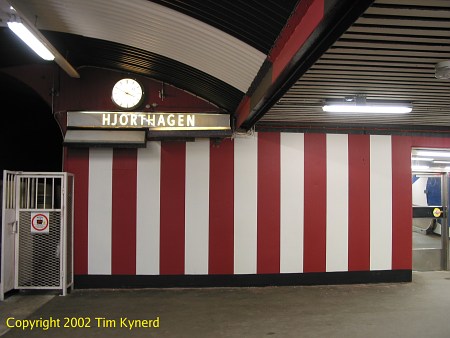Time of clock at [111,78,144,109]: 3:49
